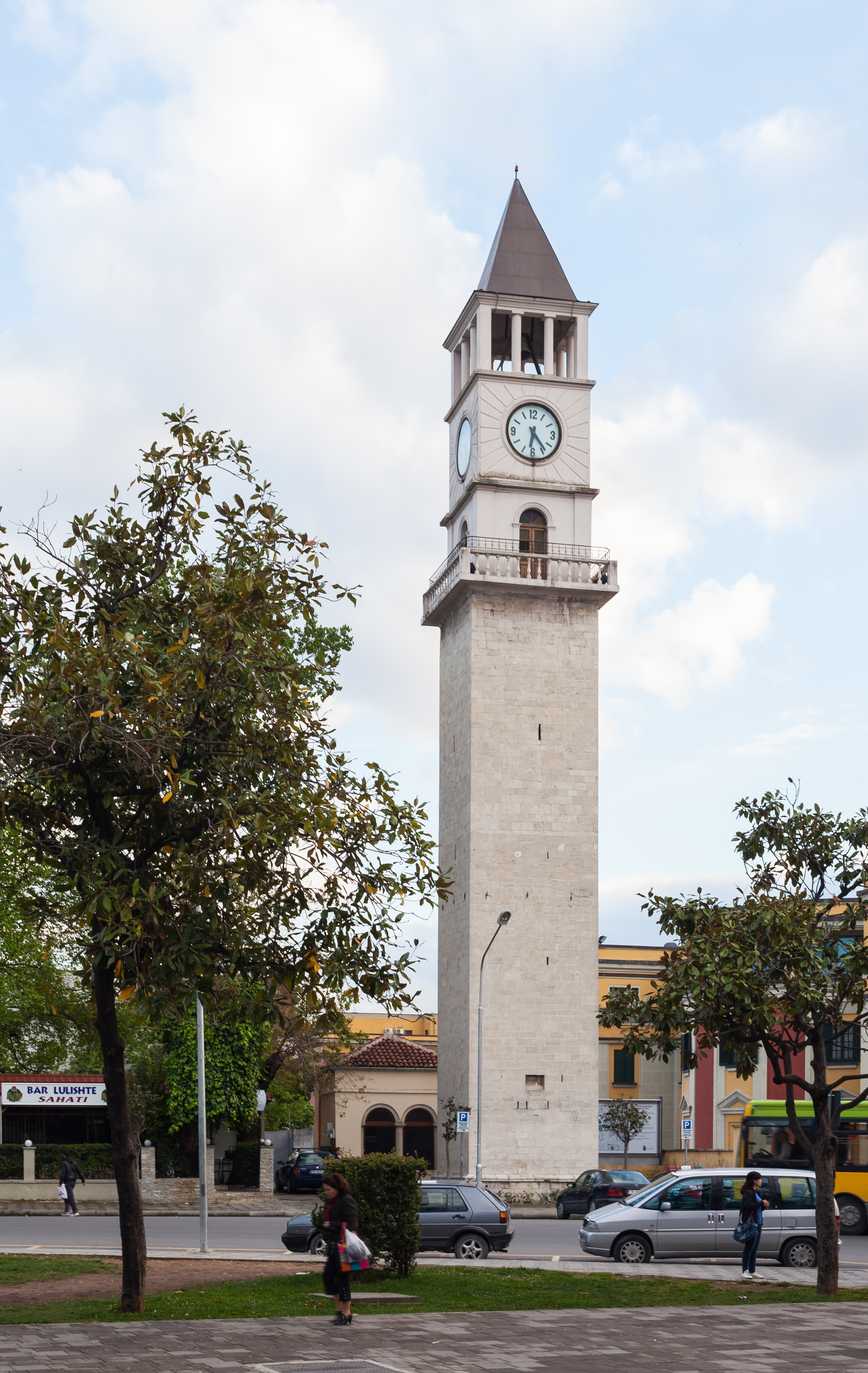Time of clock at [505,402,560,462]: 6:23
